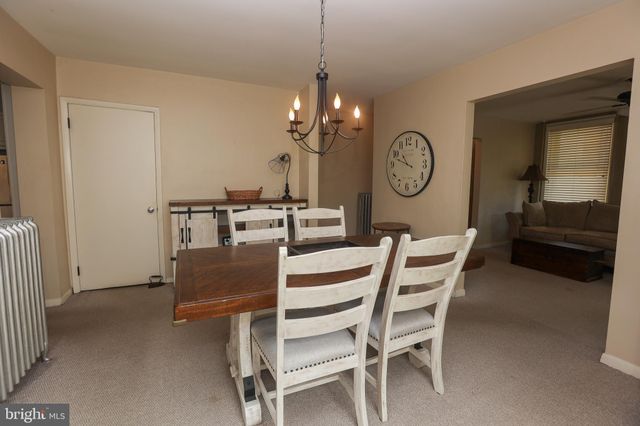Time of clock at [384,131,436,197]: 10:47
